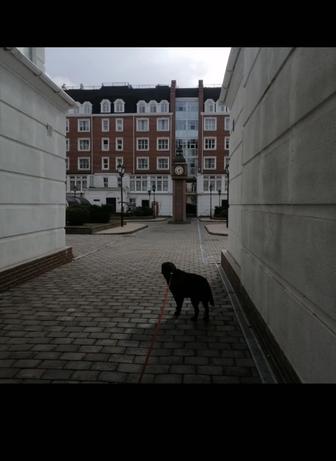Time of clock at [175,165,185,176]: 7:28
